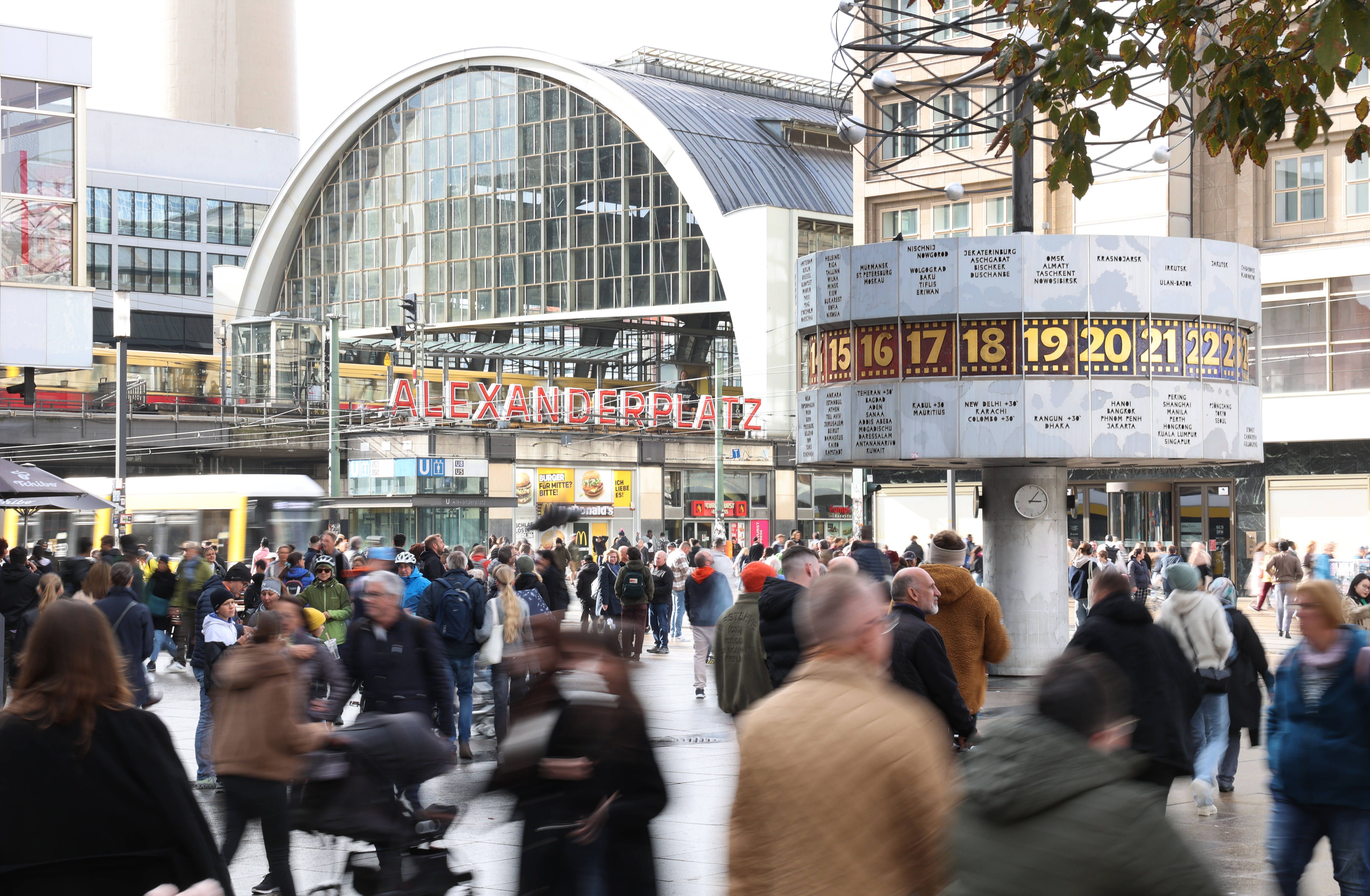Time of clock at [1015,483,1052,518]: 3:06
